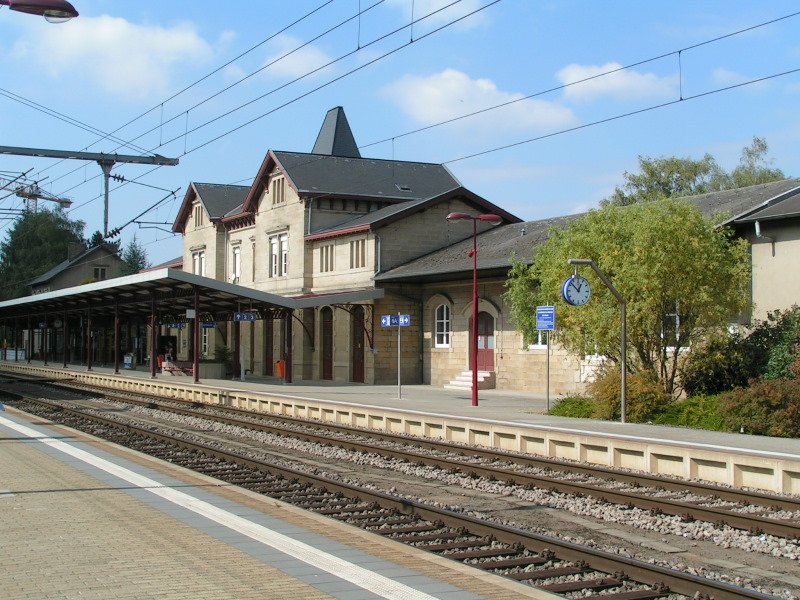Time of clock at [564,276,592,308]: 12:52
